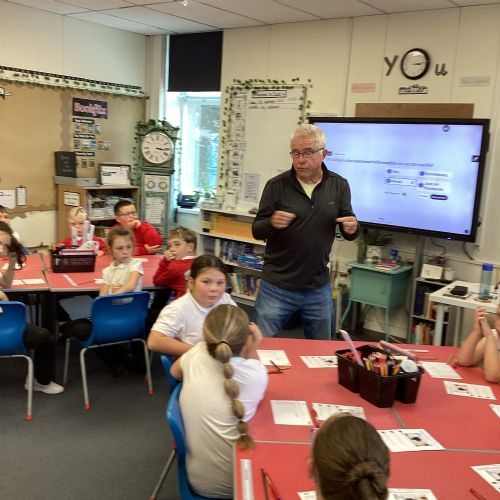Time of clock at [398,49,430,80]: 3:13
